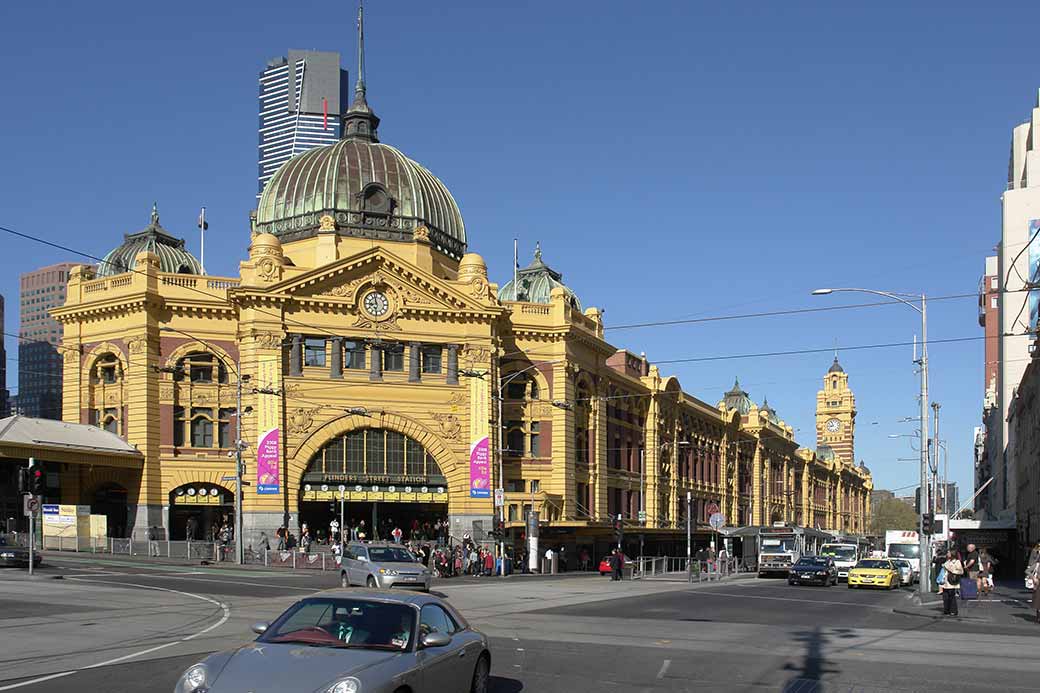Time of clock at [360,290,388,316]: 8:58
